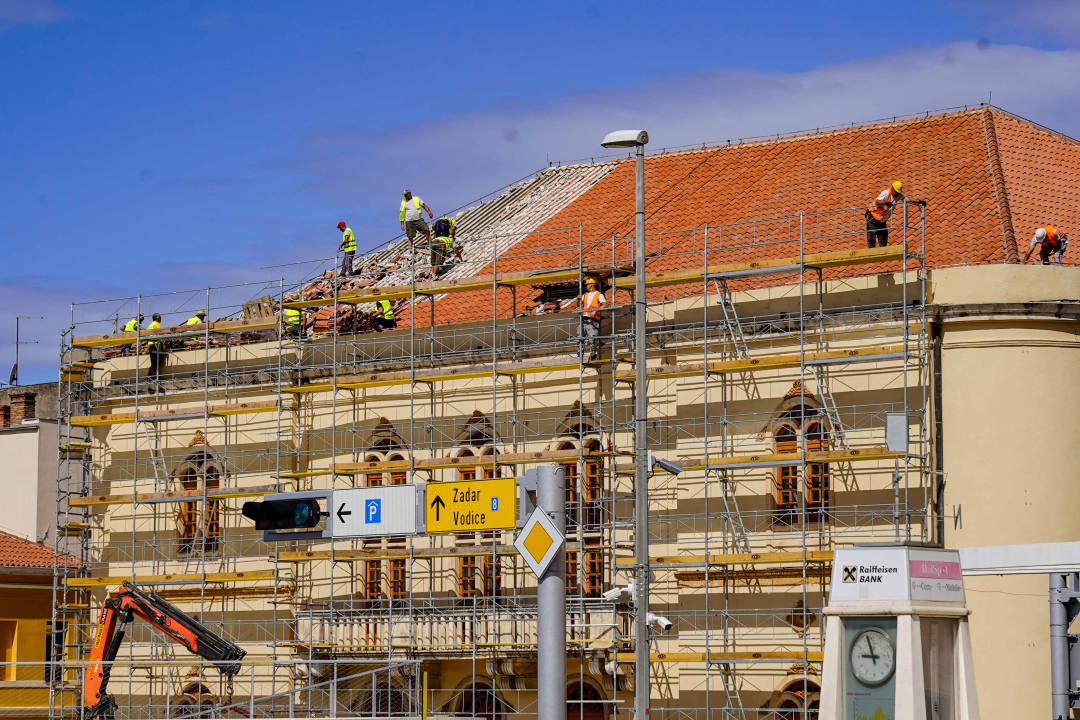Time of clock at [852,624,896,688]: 8:57
